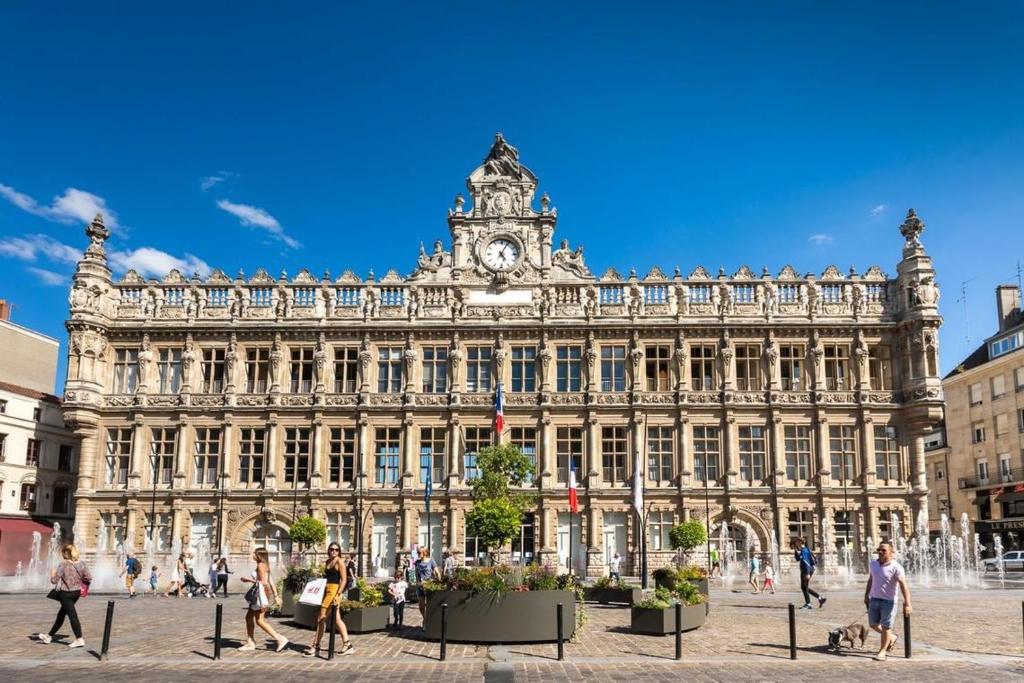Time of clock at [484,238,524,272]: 5:04
